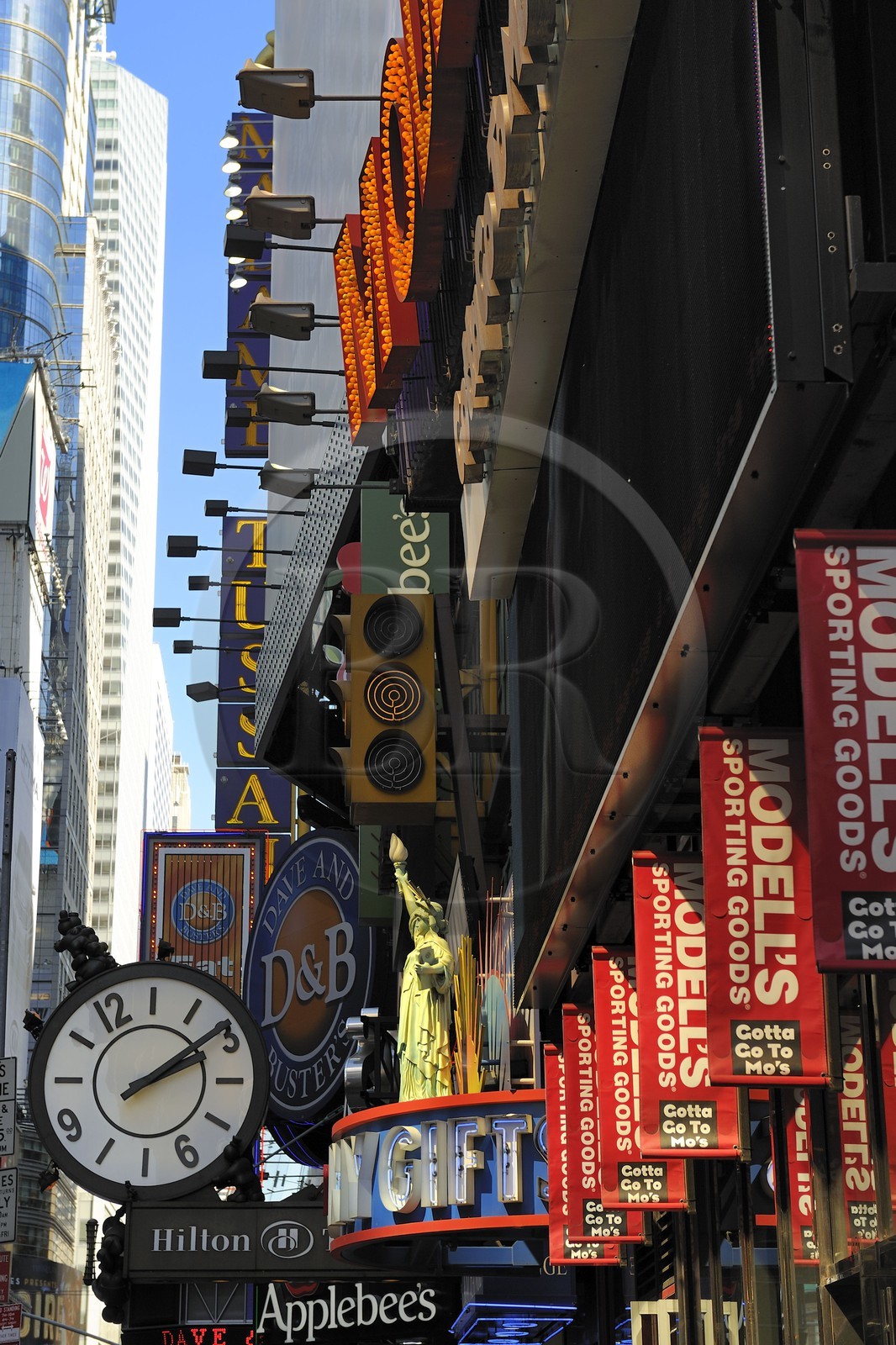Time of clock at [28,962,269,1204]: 2:09
